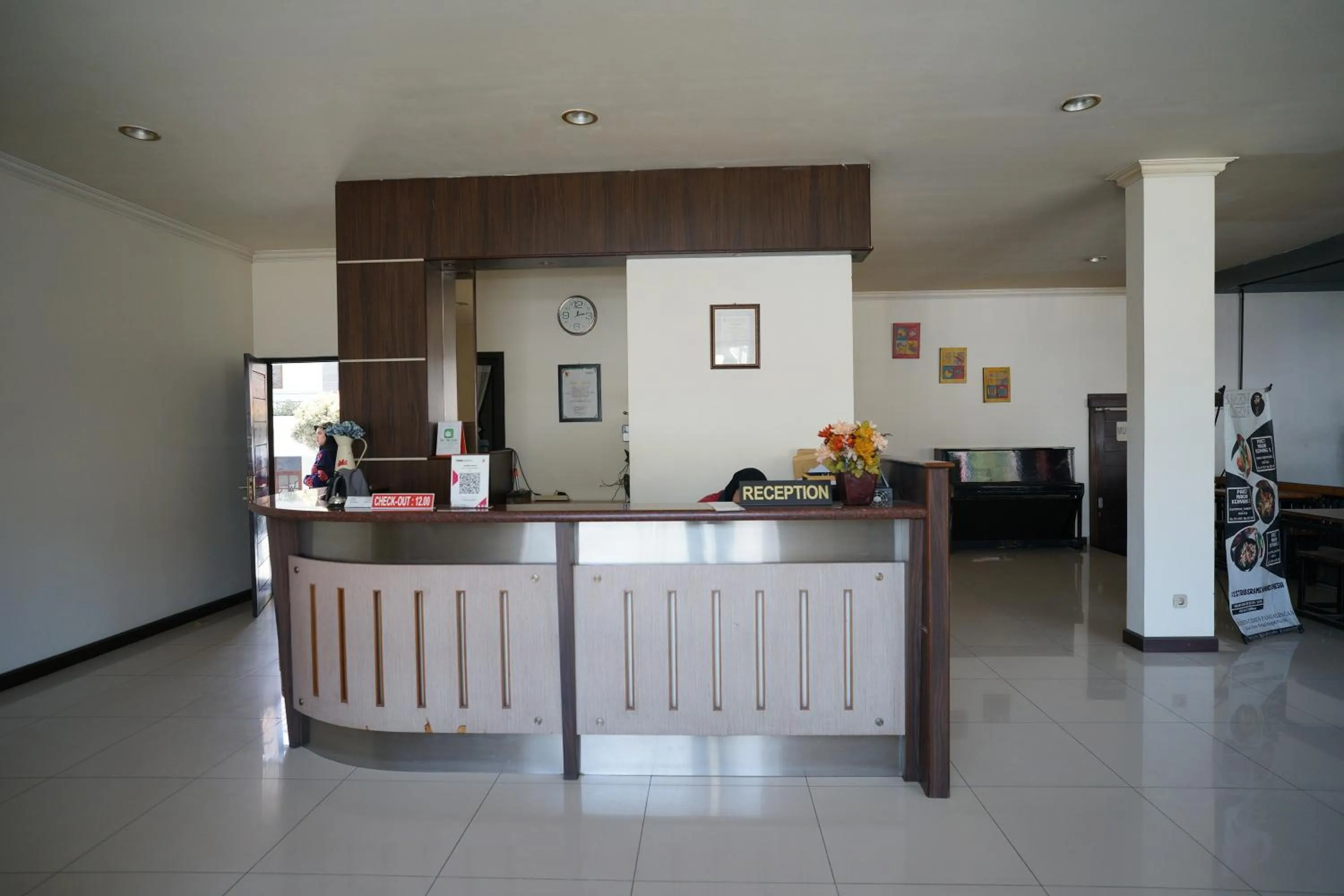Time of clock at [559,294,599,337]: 12:12
